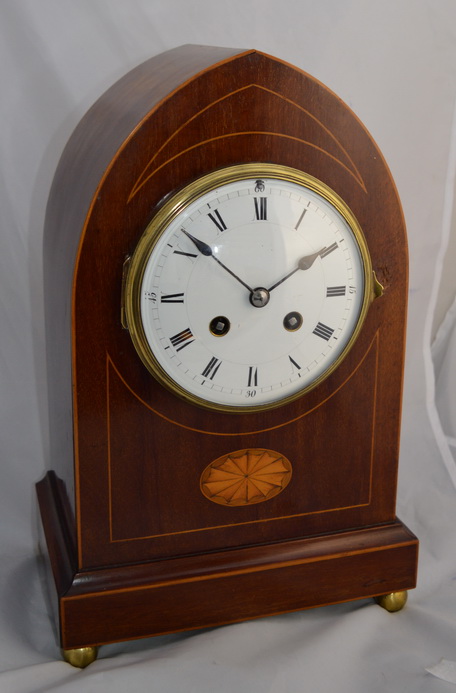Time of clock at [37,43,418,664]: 1:51
